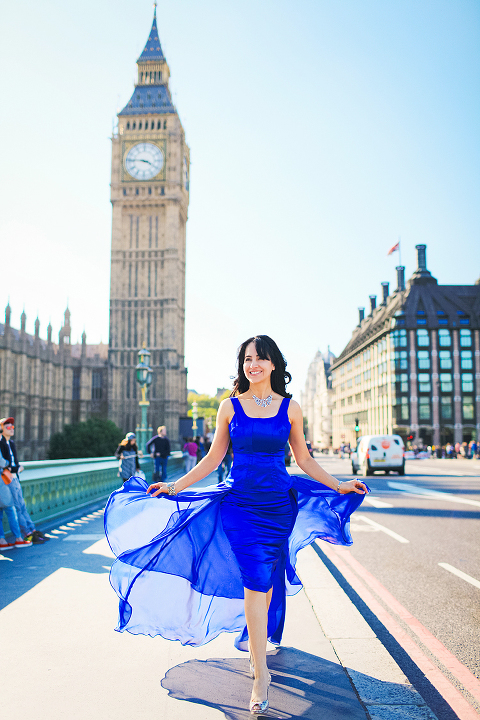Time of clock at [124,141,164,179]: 3:45
